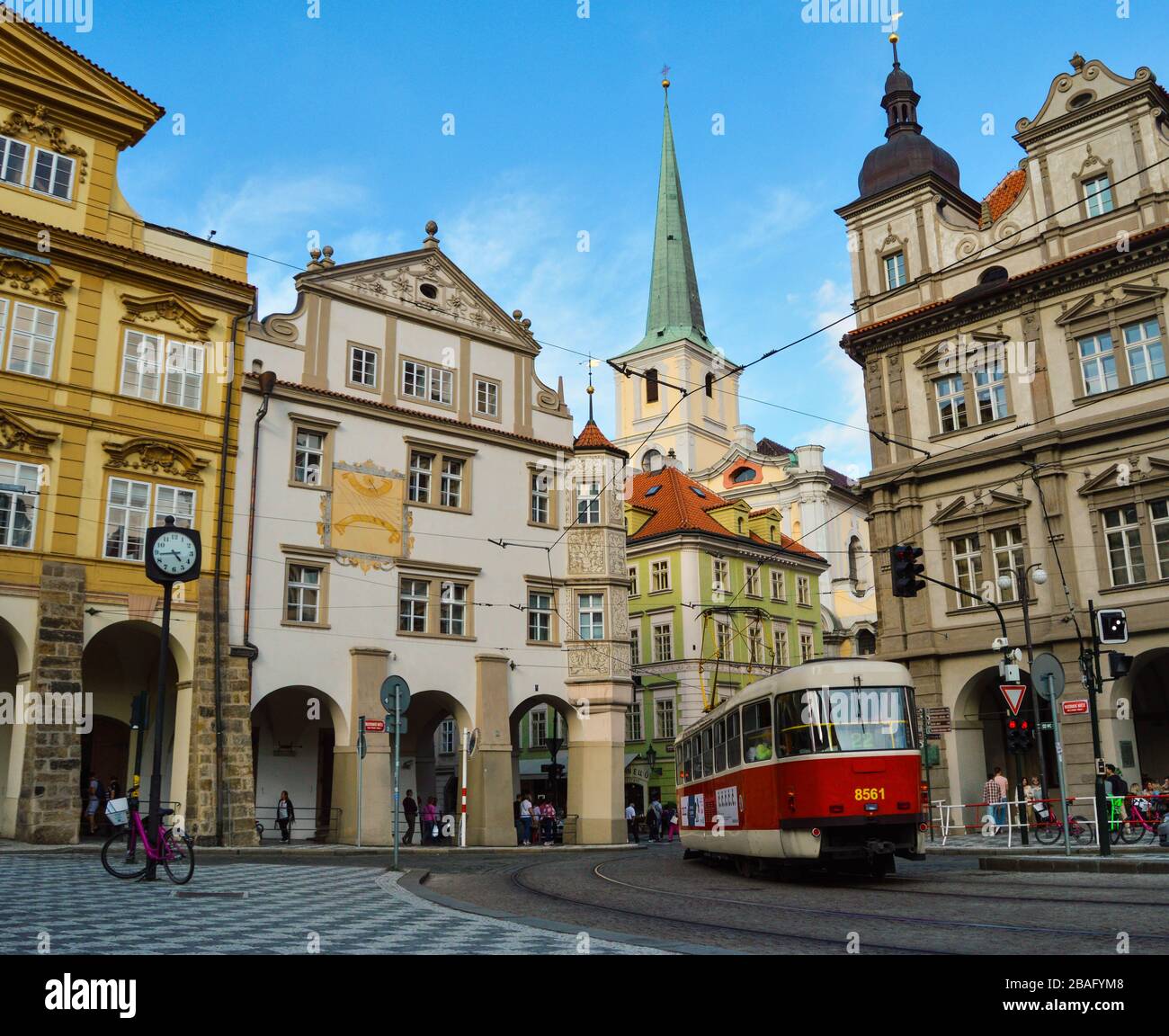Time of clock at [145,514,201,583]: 4:43
